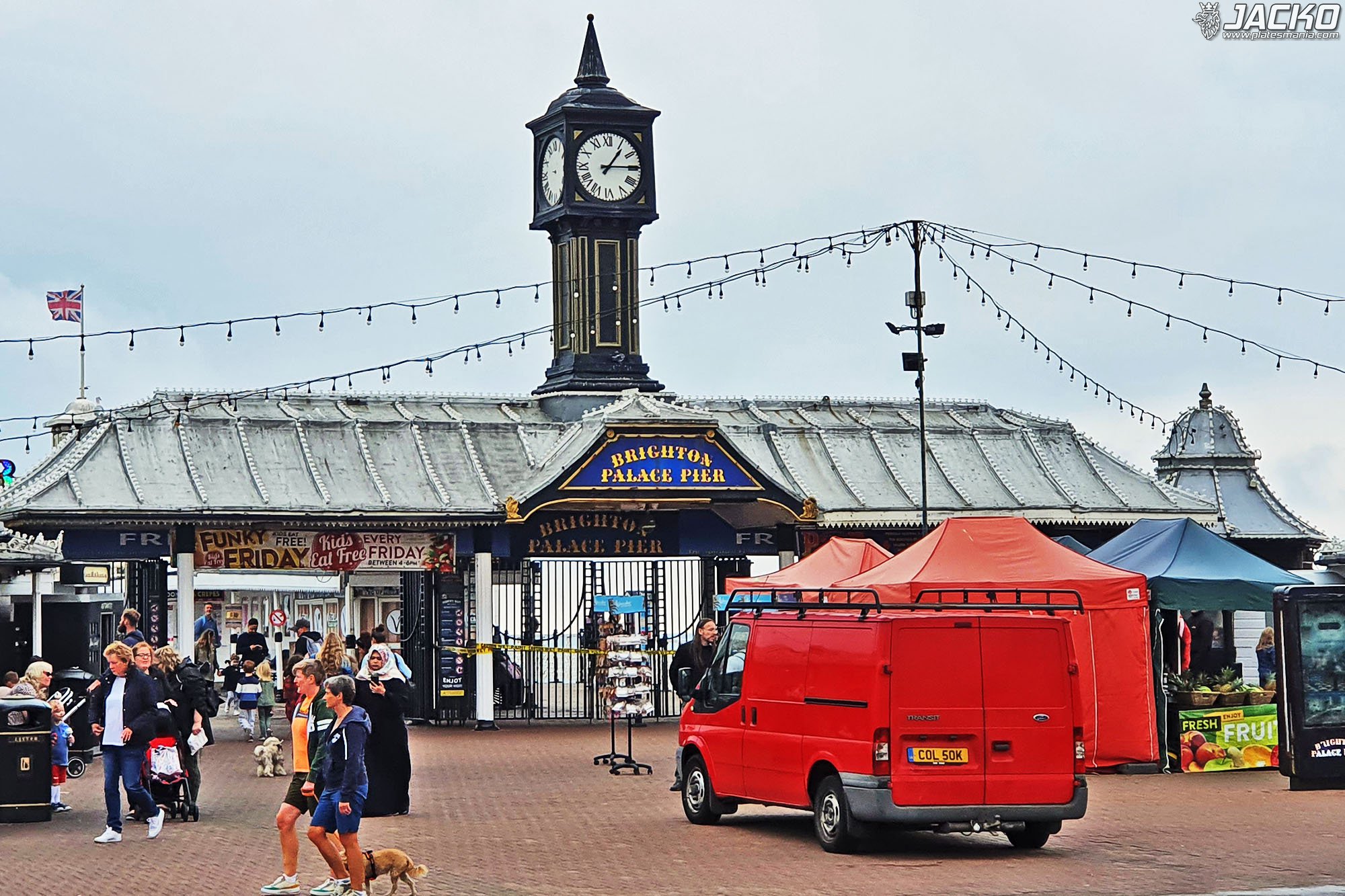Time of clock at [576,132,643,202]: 1:14
